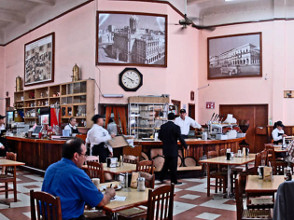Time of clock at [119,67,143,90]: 4:49
